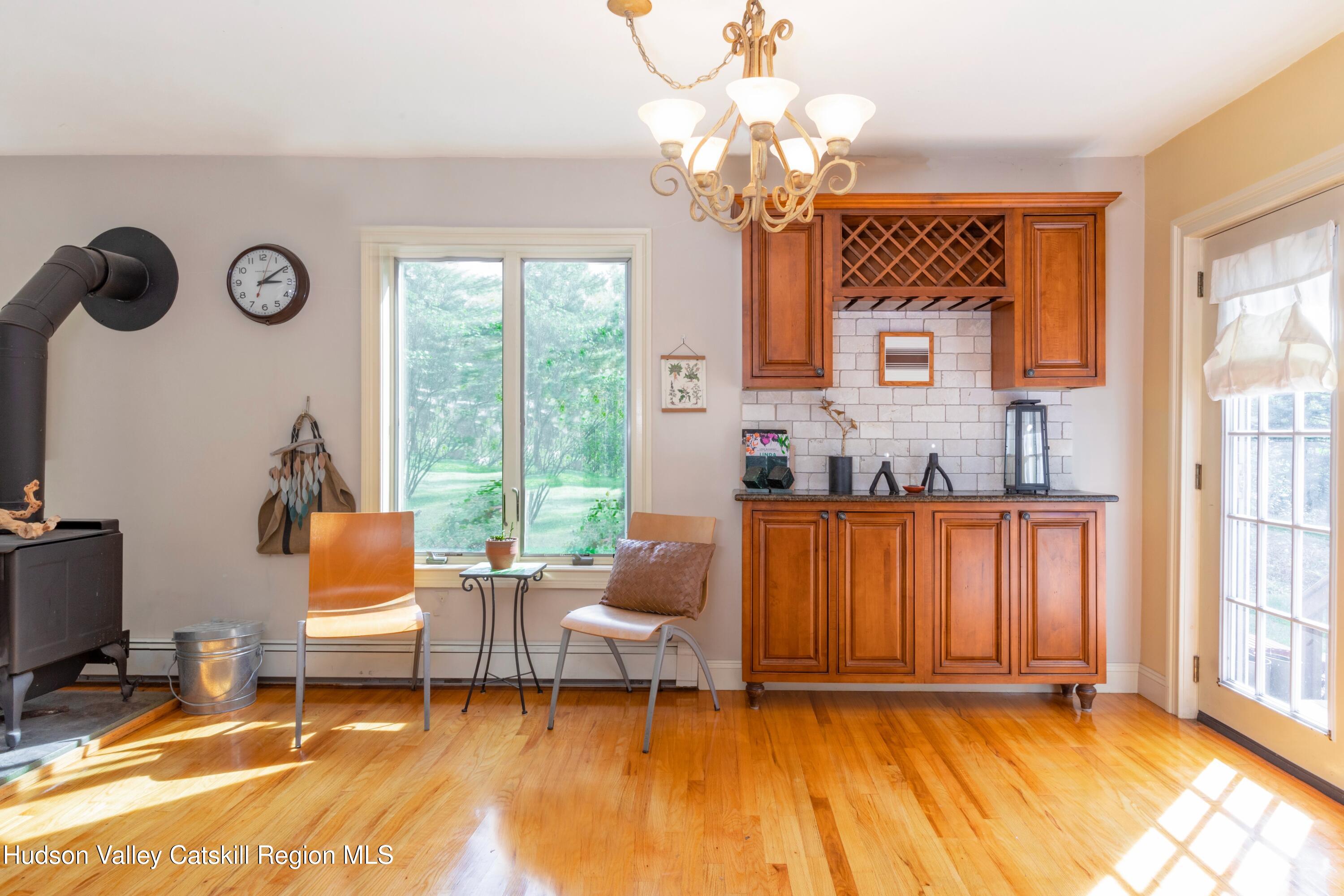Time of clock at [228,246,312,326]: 3:09
